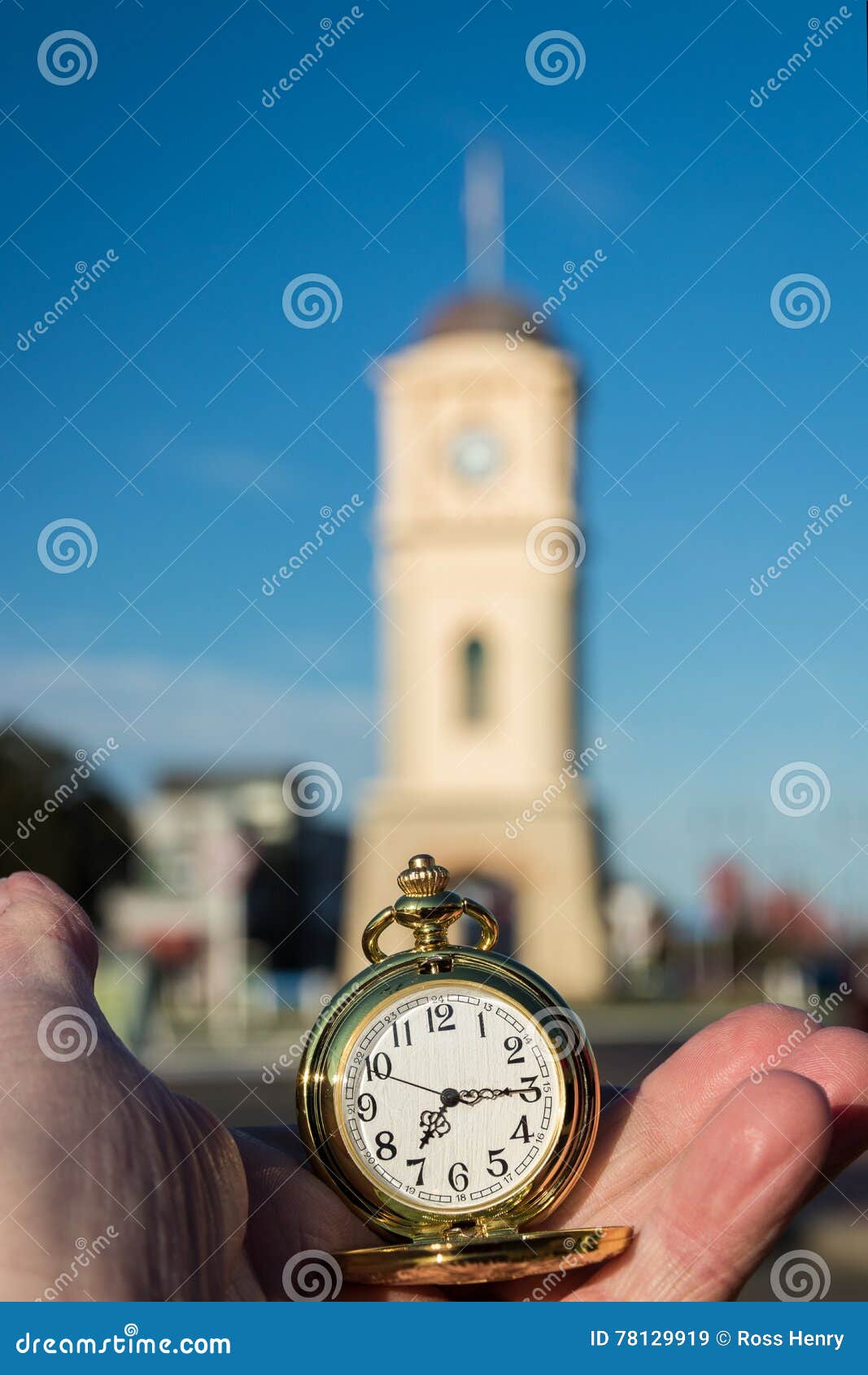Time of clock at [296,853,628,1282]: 7:14
